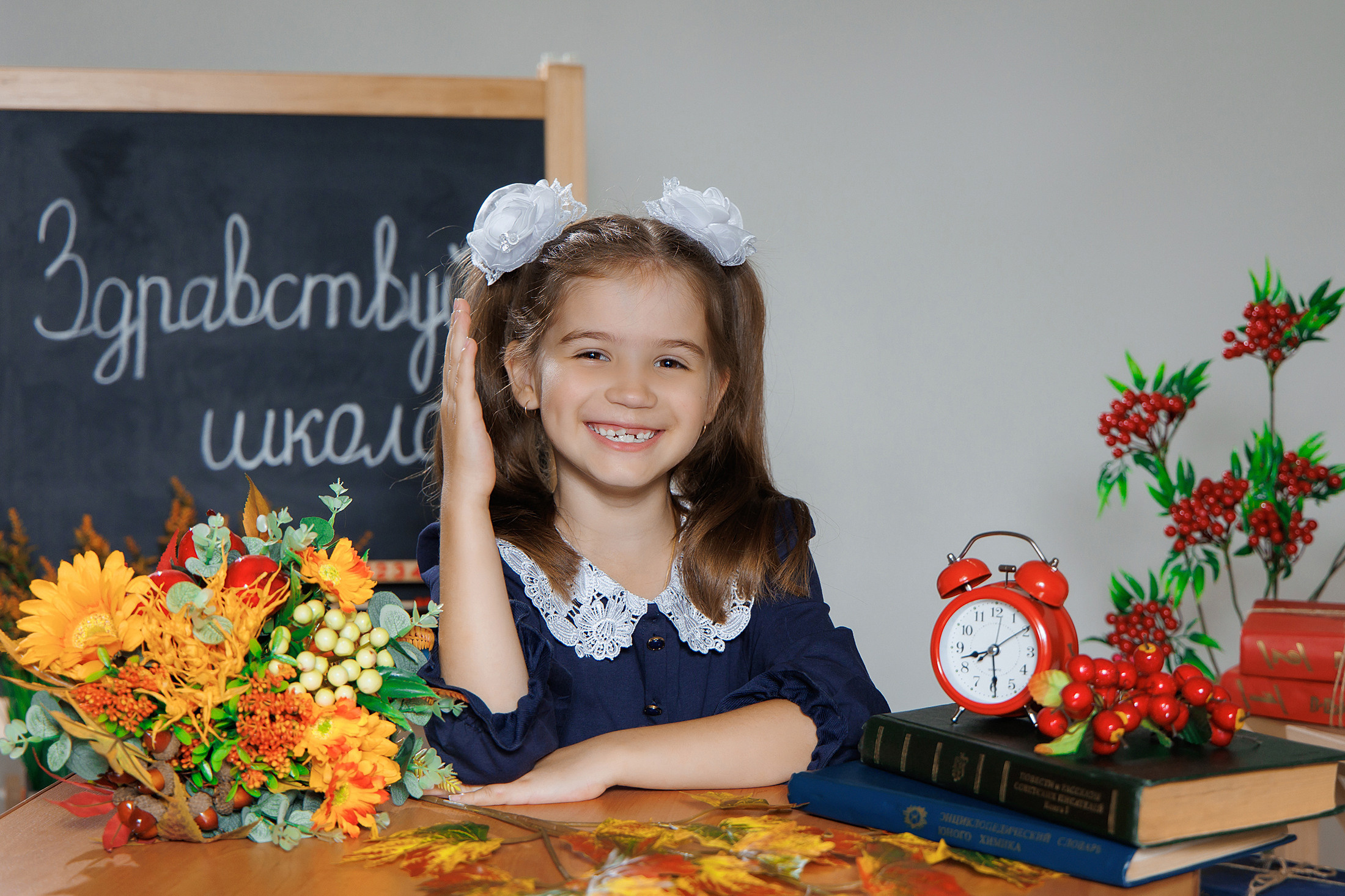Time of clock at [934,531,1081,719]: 8:29
